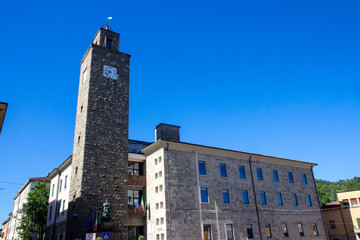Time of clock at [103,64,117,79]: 9:38
